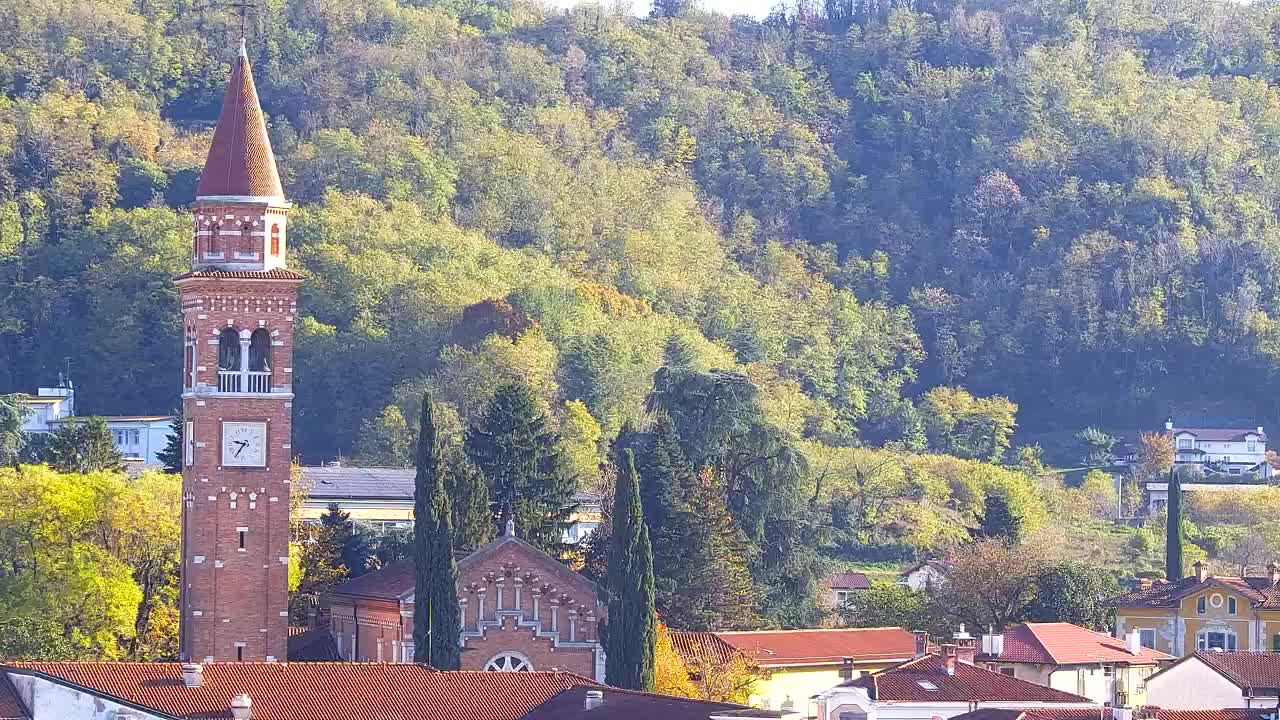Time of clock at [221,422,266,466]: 9:36
